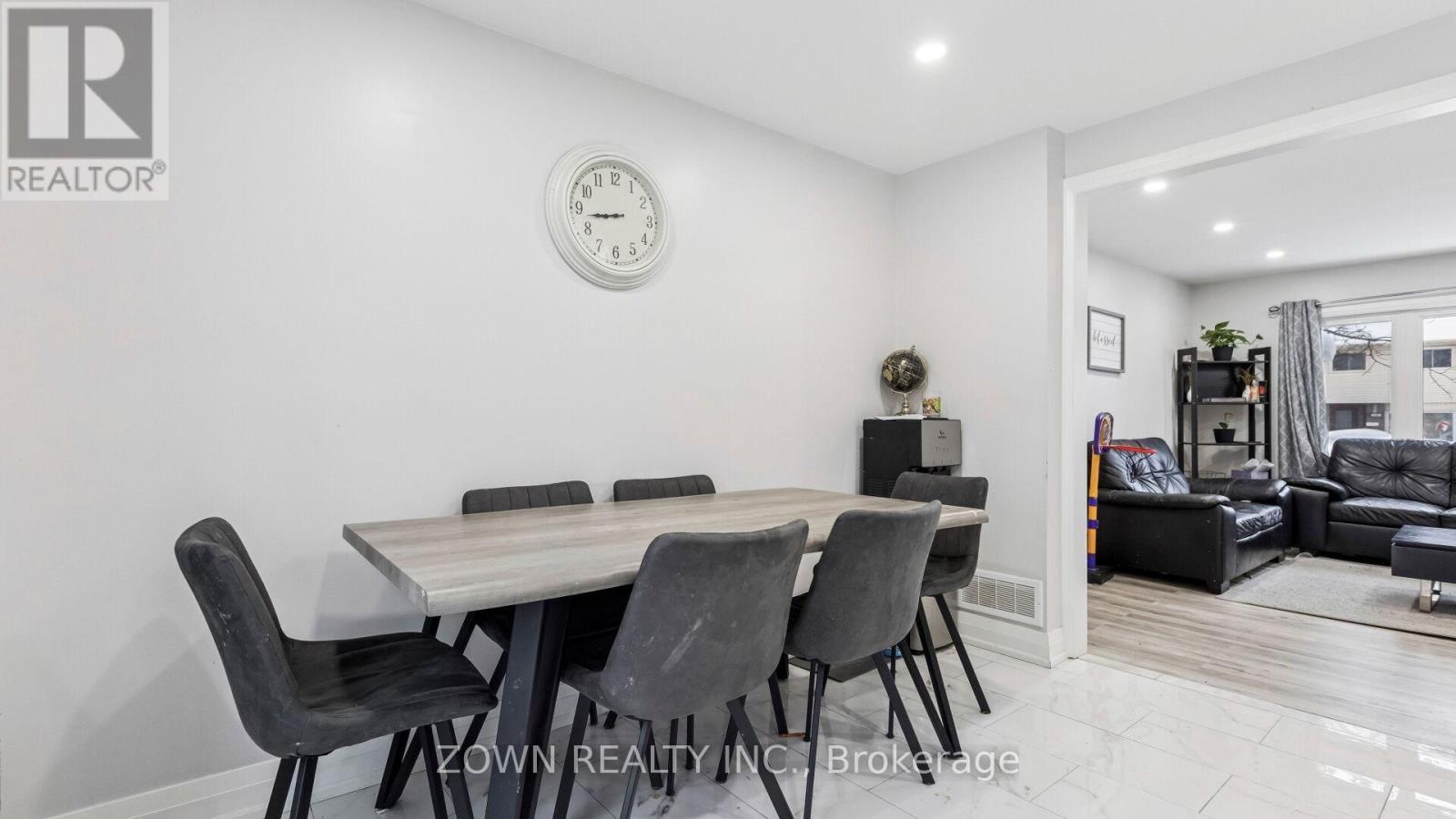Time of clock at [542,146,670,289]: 8:43
